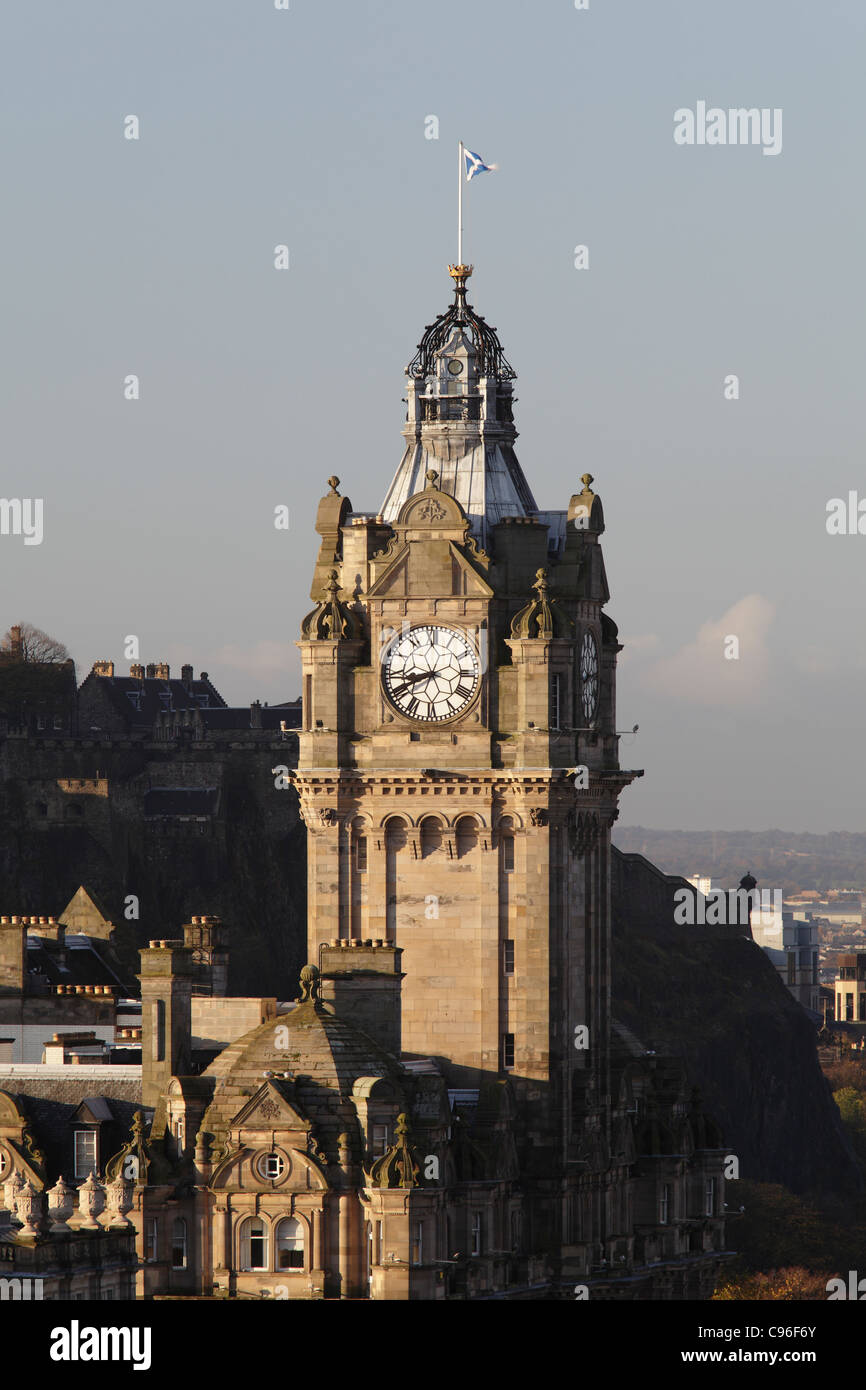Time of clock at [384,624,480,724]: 8:40
